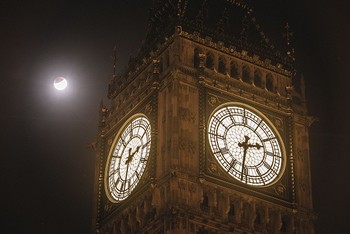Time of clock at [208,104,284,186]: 2:31
